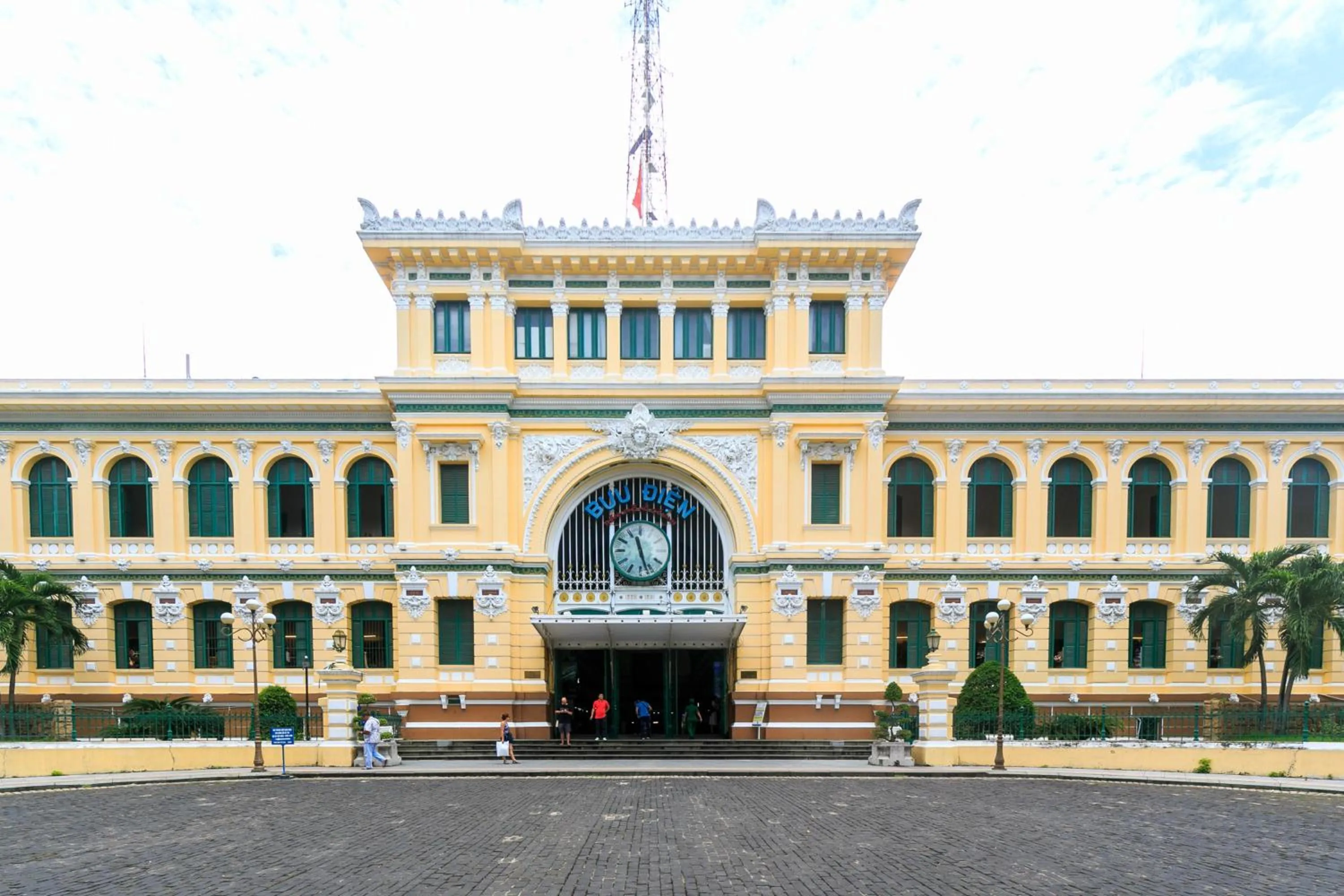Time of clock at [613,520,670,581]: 11:26
